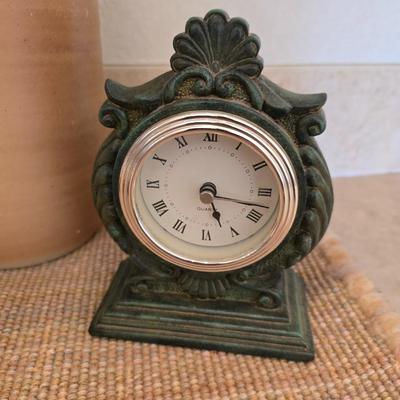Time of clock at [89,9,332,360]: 5:17
